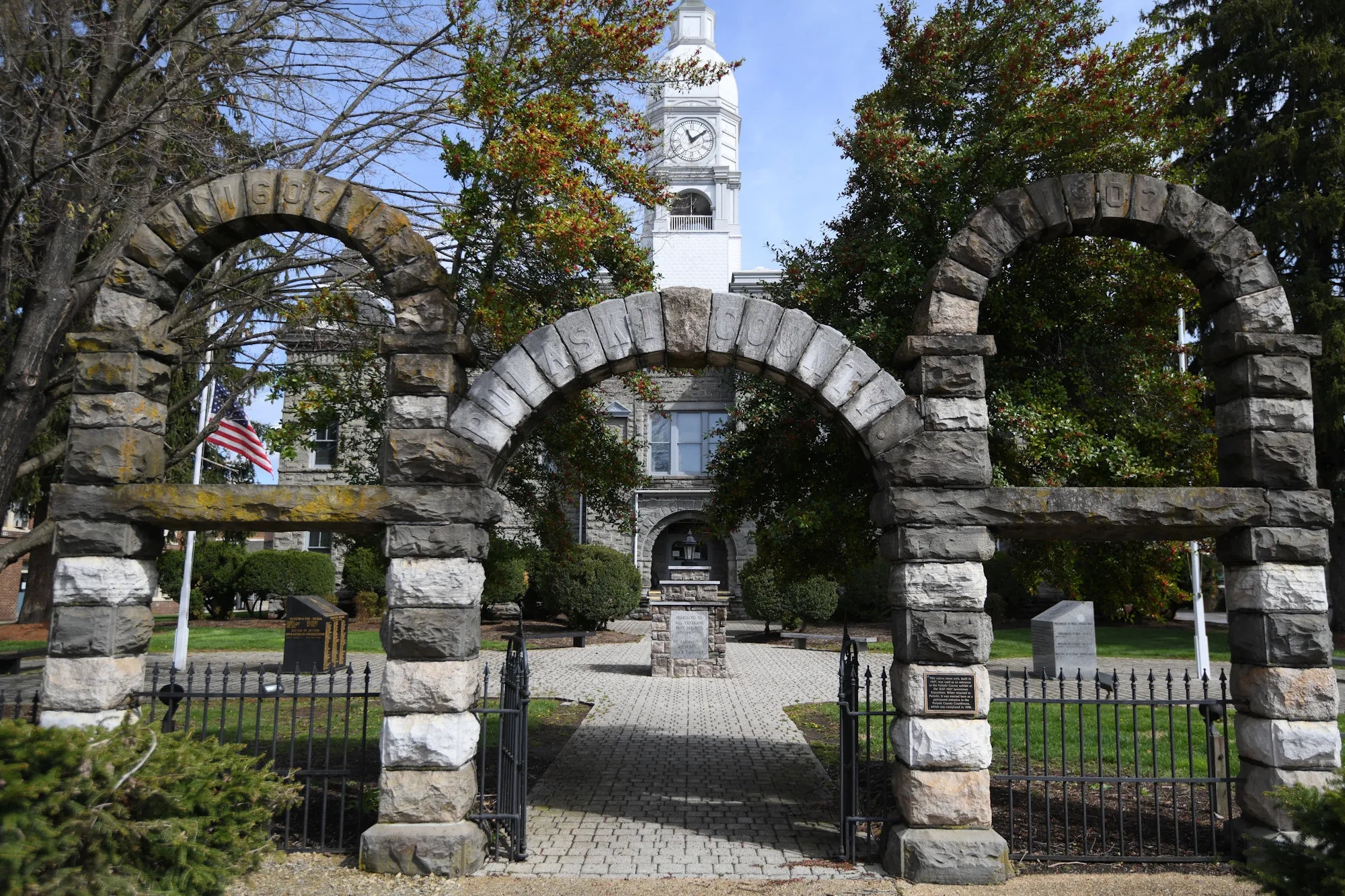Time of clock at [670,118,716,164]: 11:09
